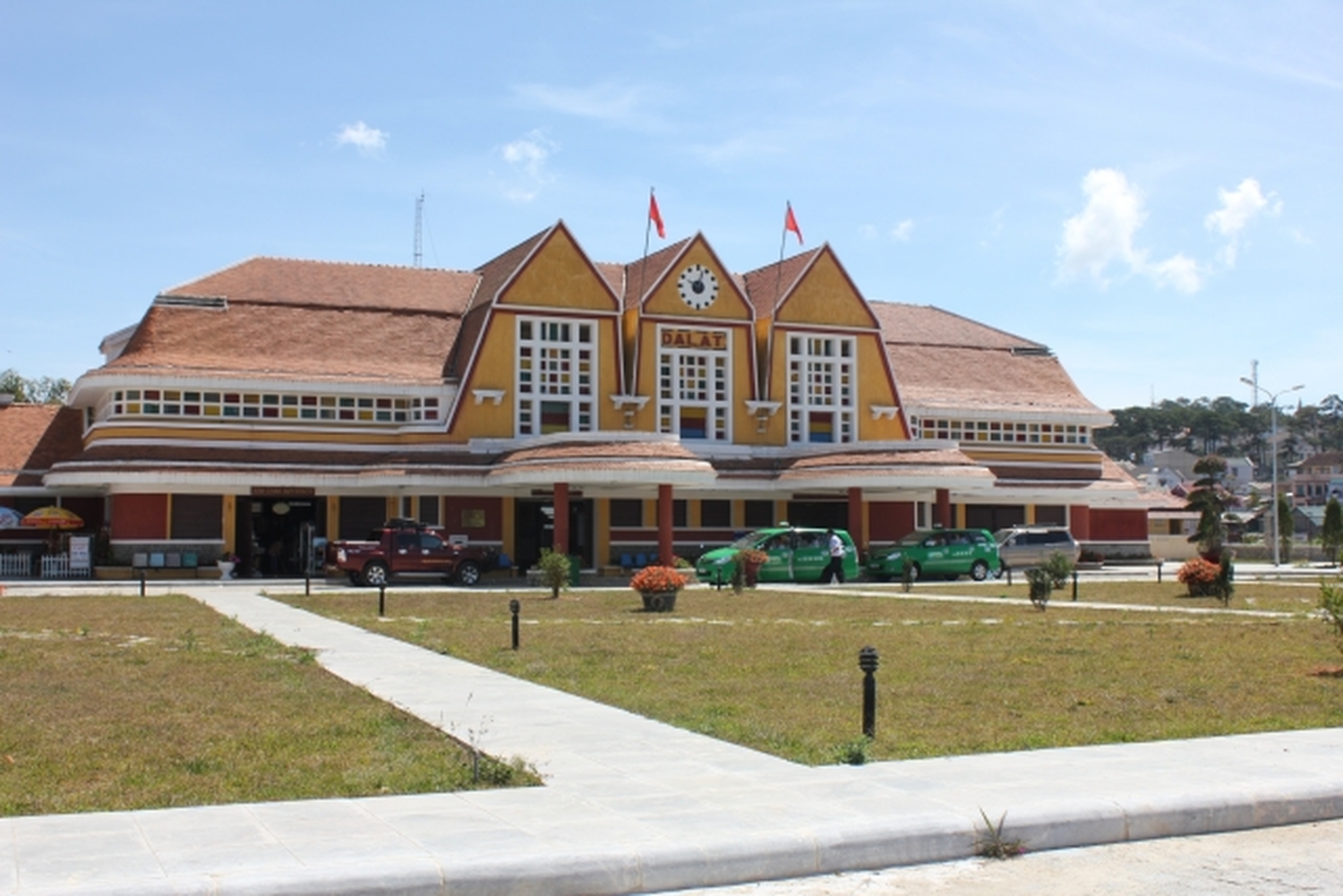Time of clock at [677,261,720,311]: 10:03
